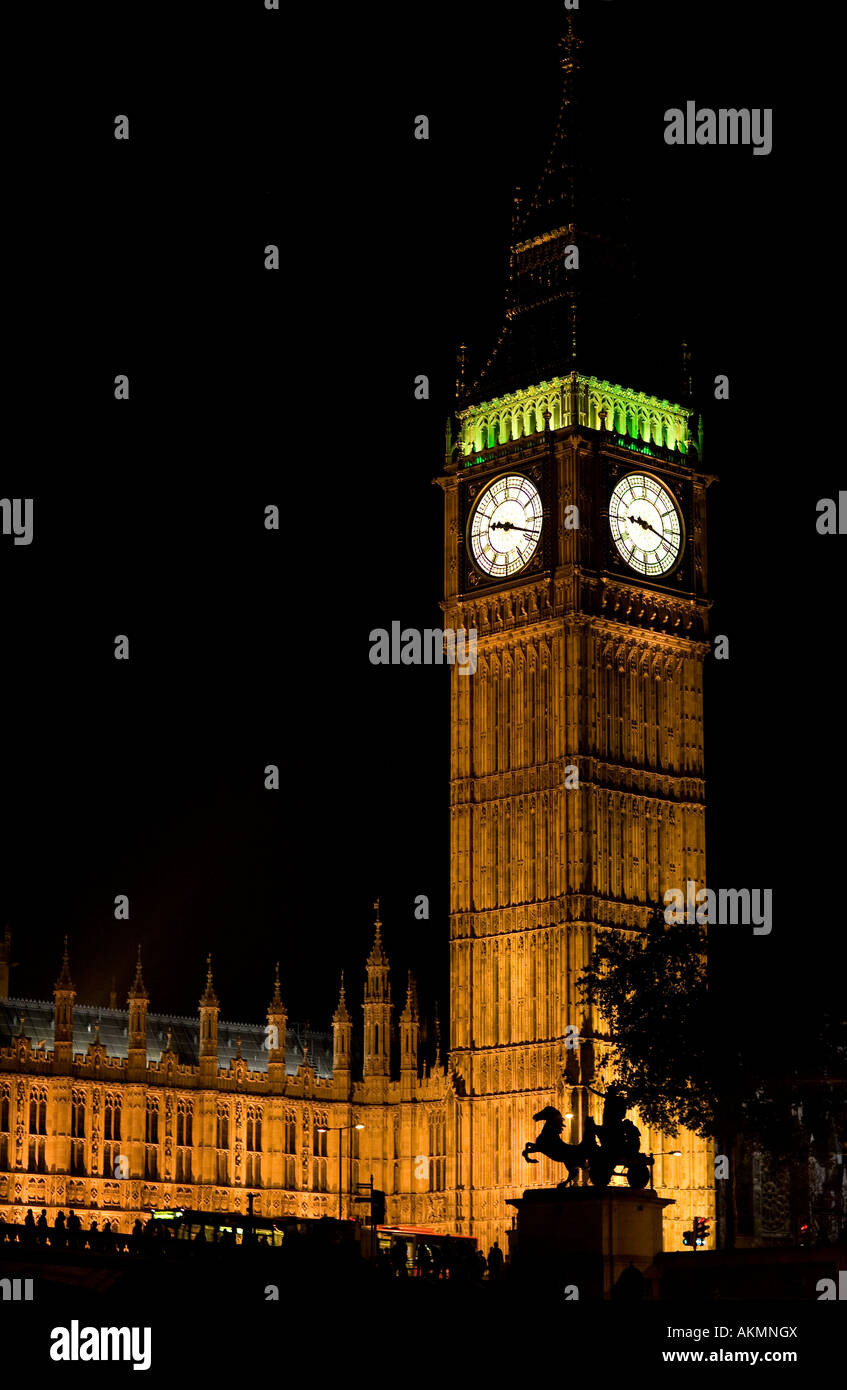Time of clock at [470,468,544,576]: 9:18
